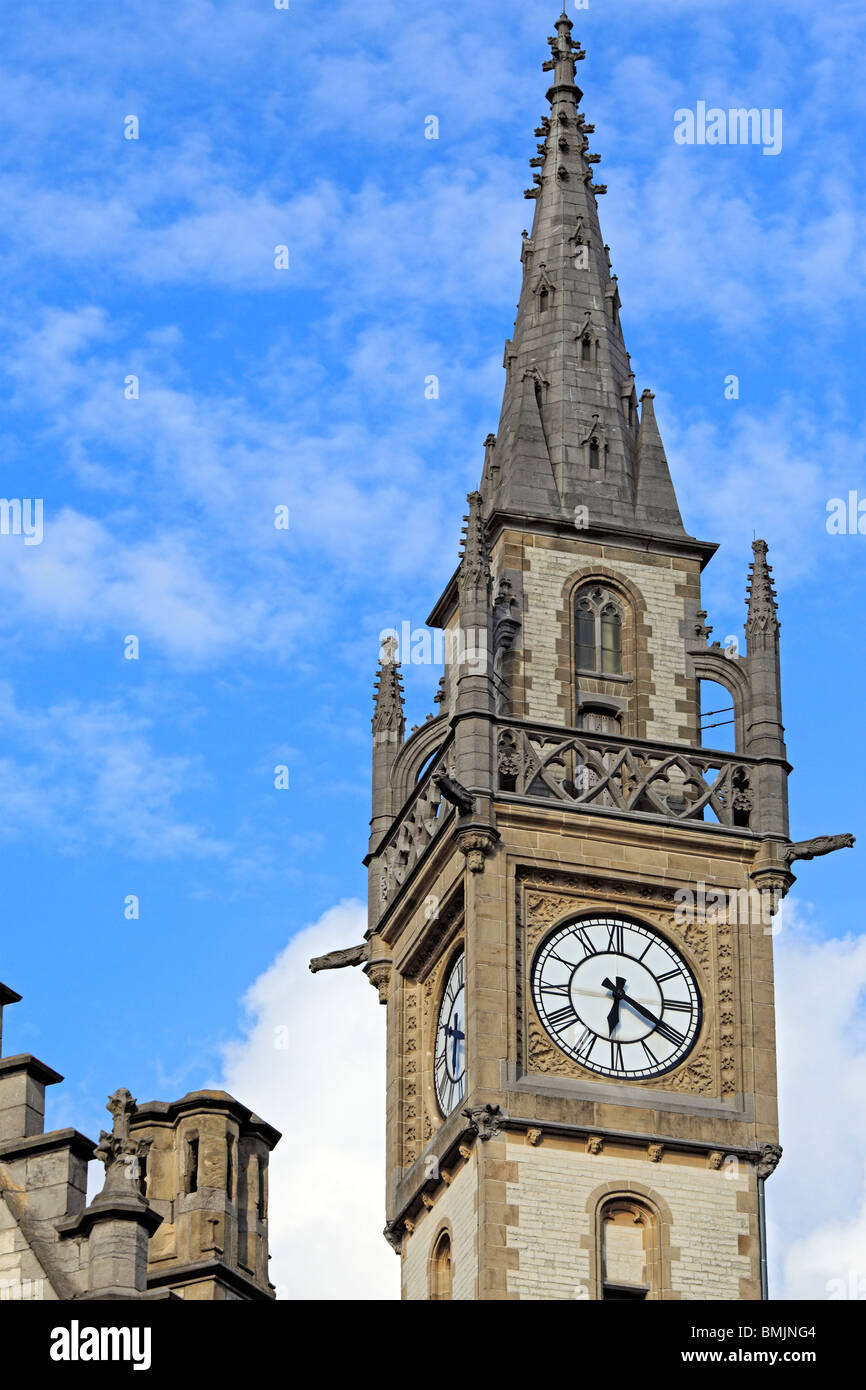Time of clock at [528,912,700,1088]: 6:19
